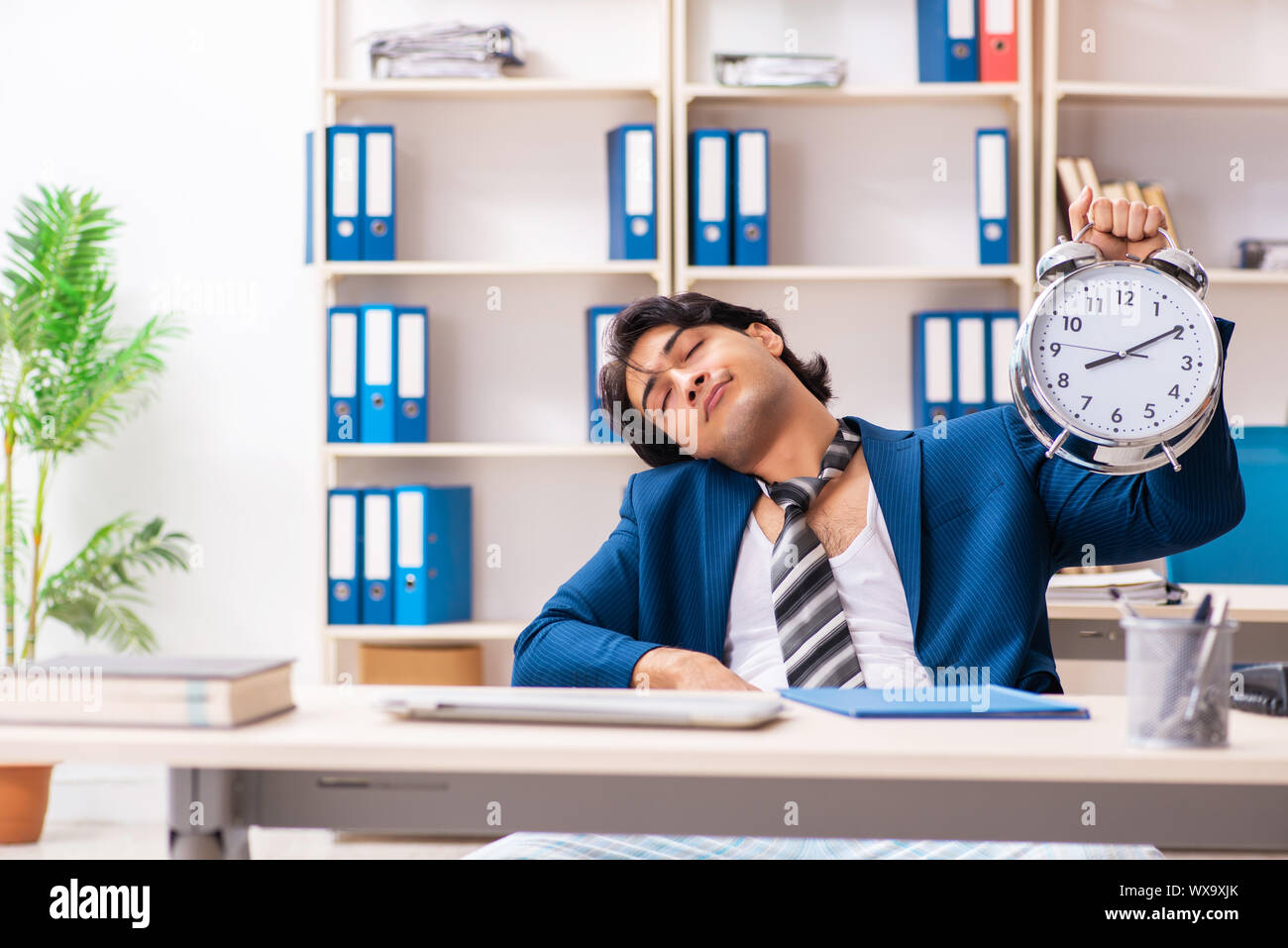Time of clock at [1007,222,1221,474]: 8:09
